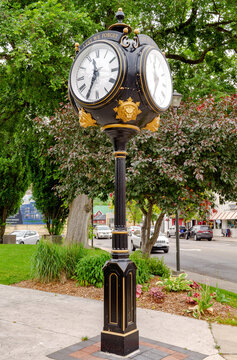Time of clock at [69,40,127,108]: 11:34
